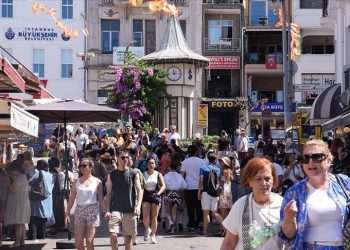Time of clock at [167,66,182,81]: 2:58
